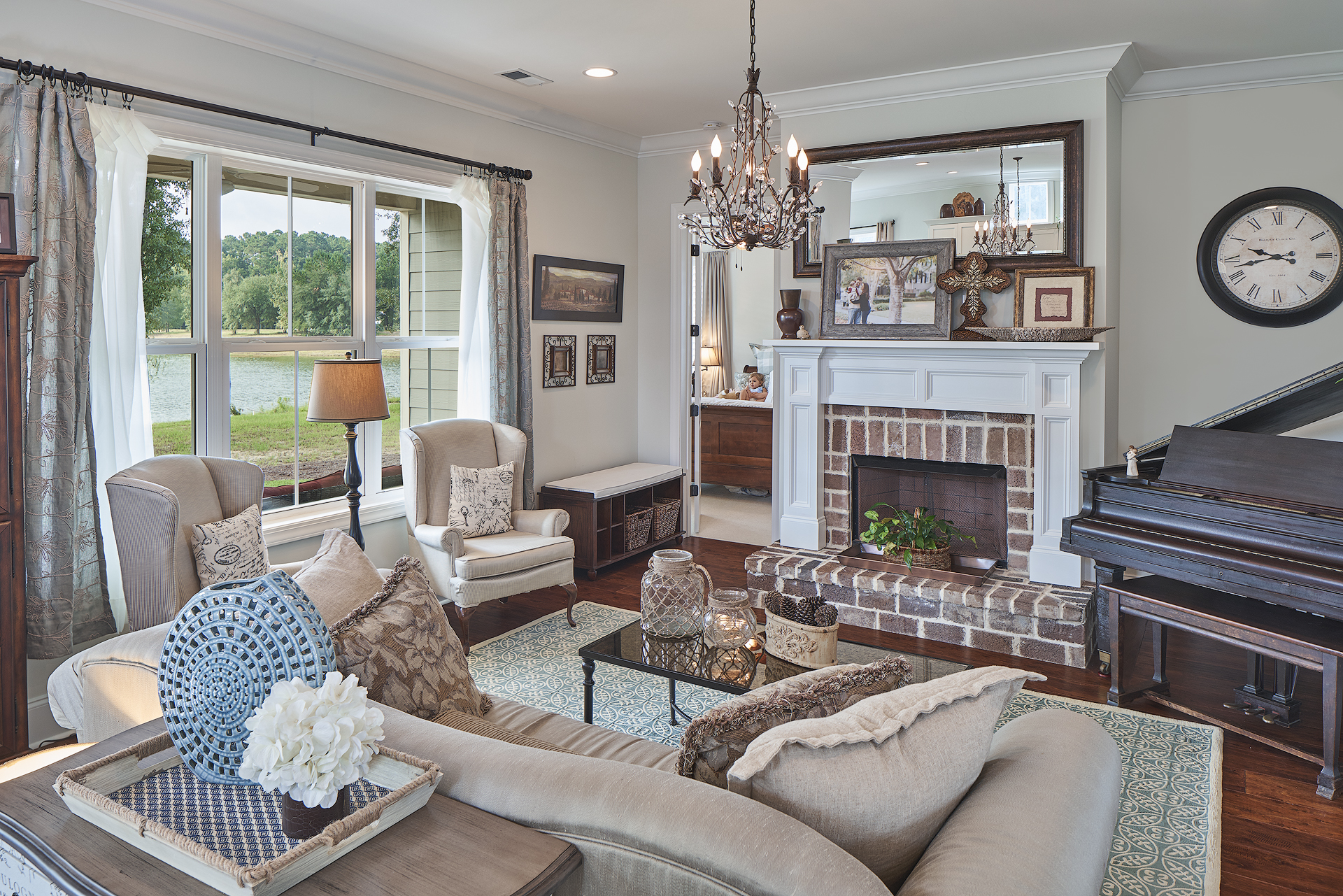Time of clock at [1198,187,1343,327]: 9:42
